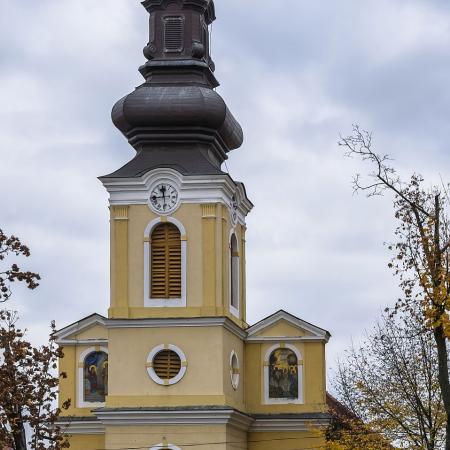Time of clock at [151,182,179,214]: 11:44
